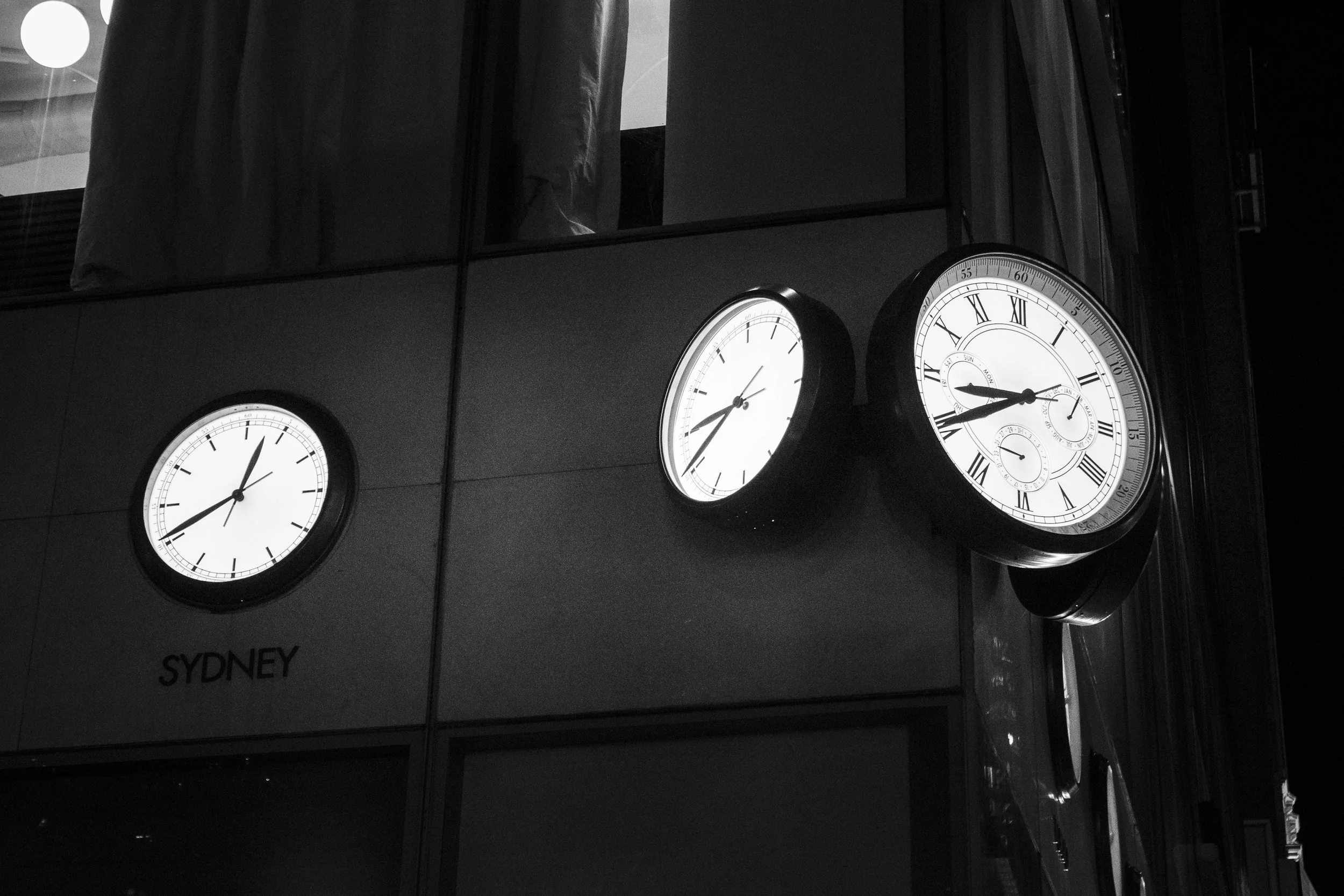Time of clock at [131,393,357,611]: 12:40
